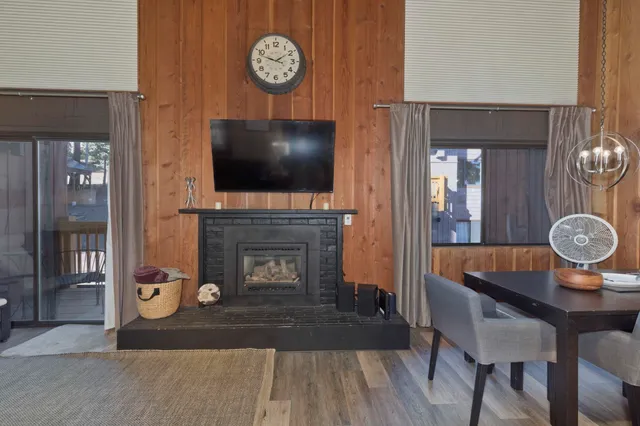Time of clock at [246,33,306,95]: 1:47
